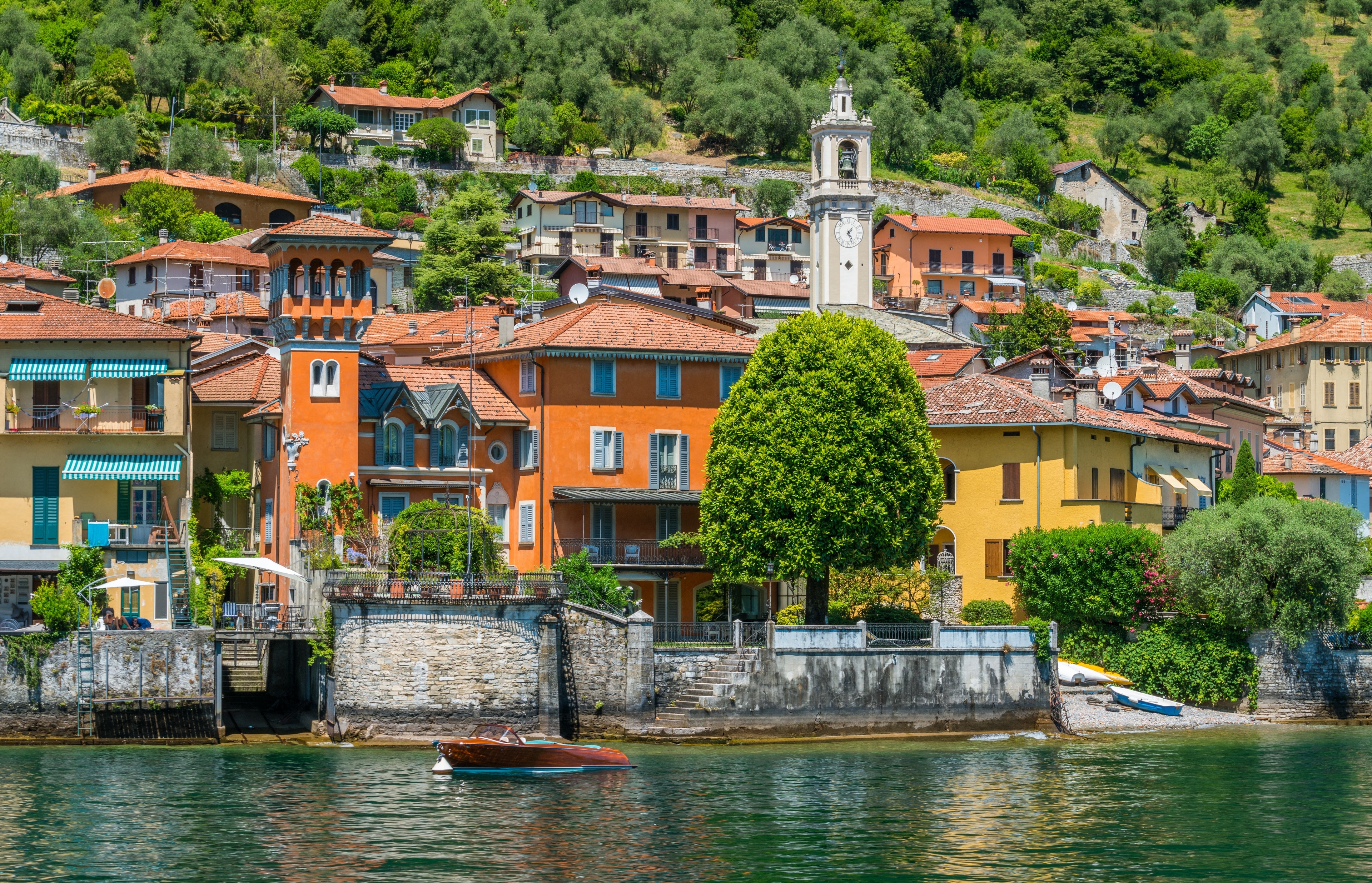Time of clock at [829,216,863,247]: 1:26
